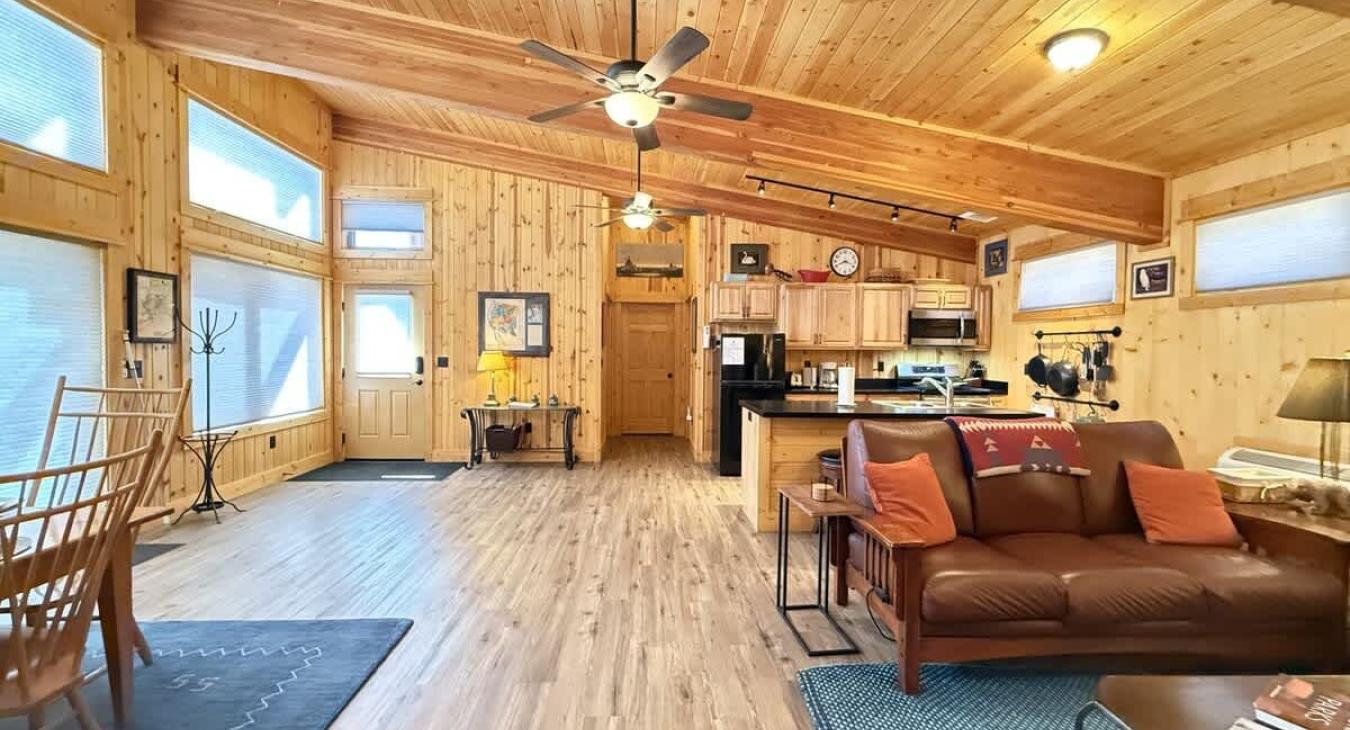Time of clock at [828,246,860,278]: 8:18
